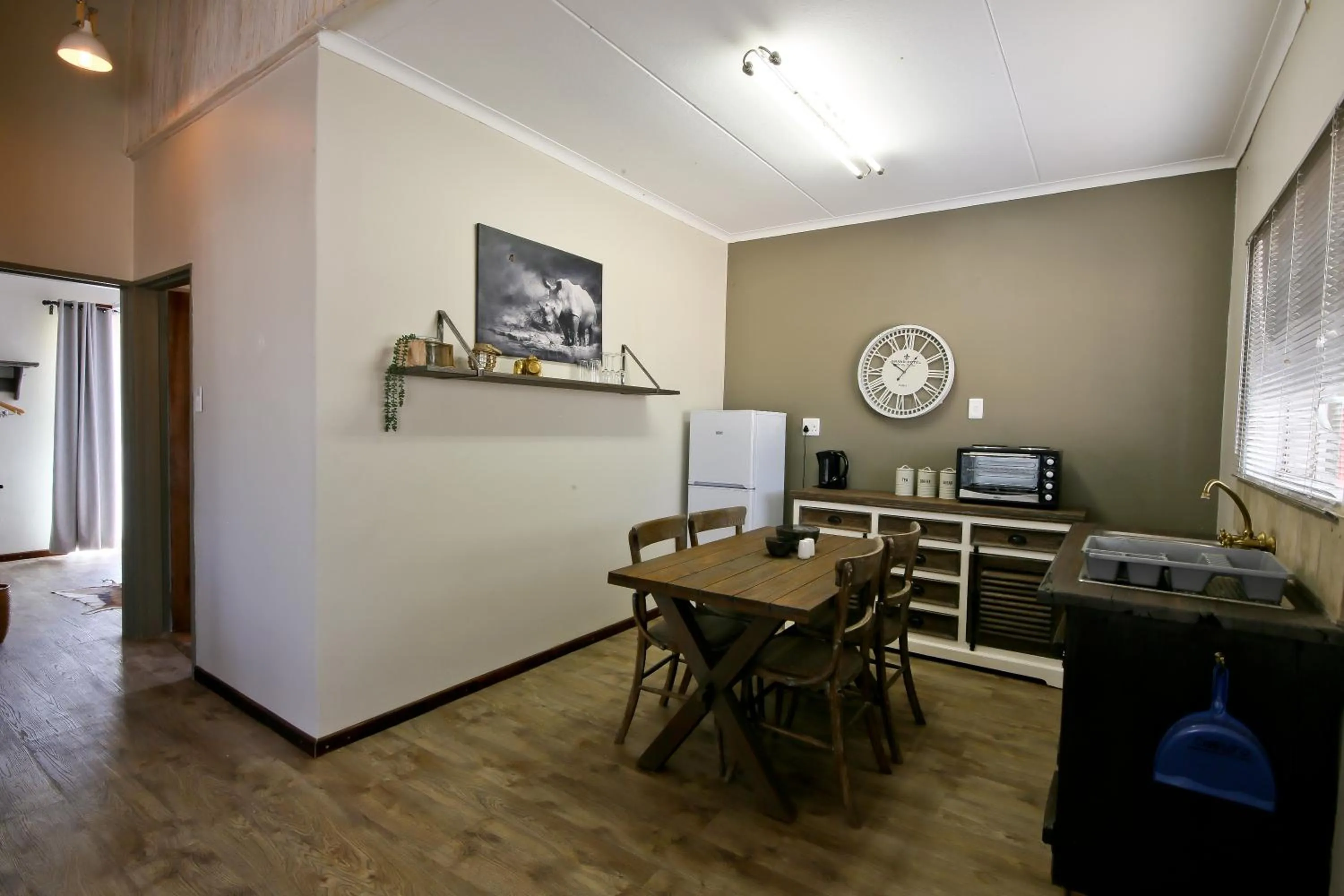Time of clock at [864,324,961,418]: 10:05
